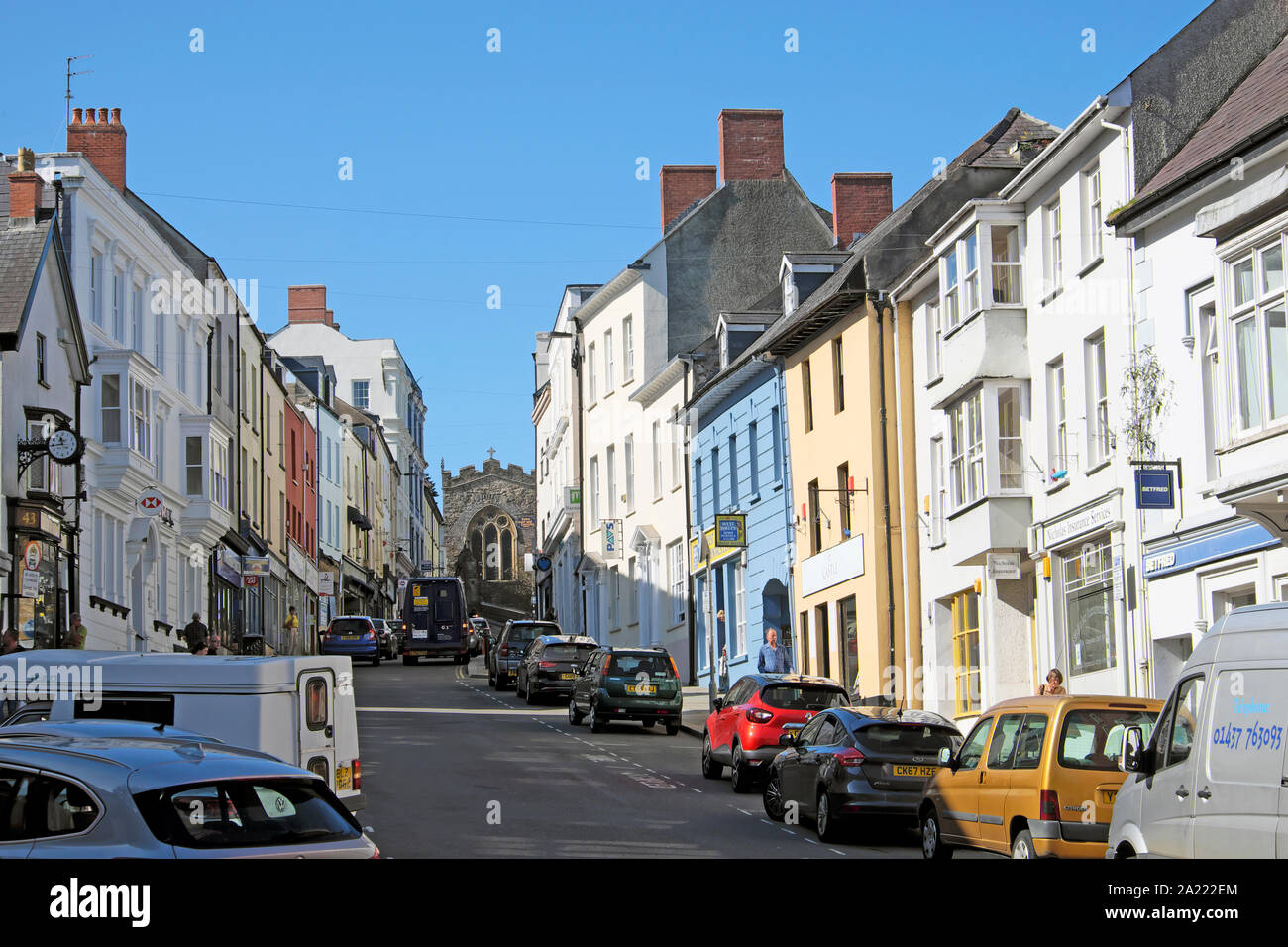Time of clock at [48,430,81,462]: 11:43
